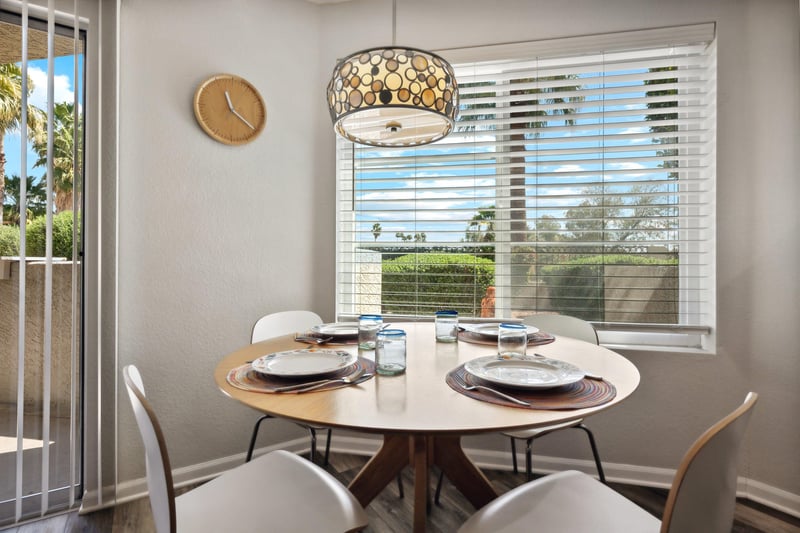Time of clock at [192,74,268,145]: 11:20
